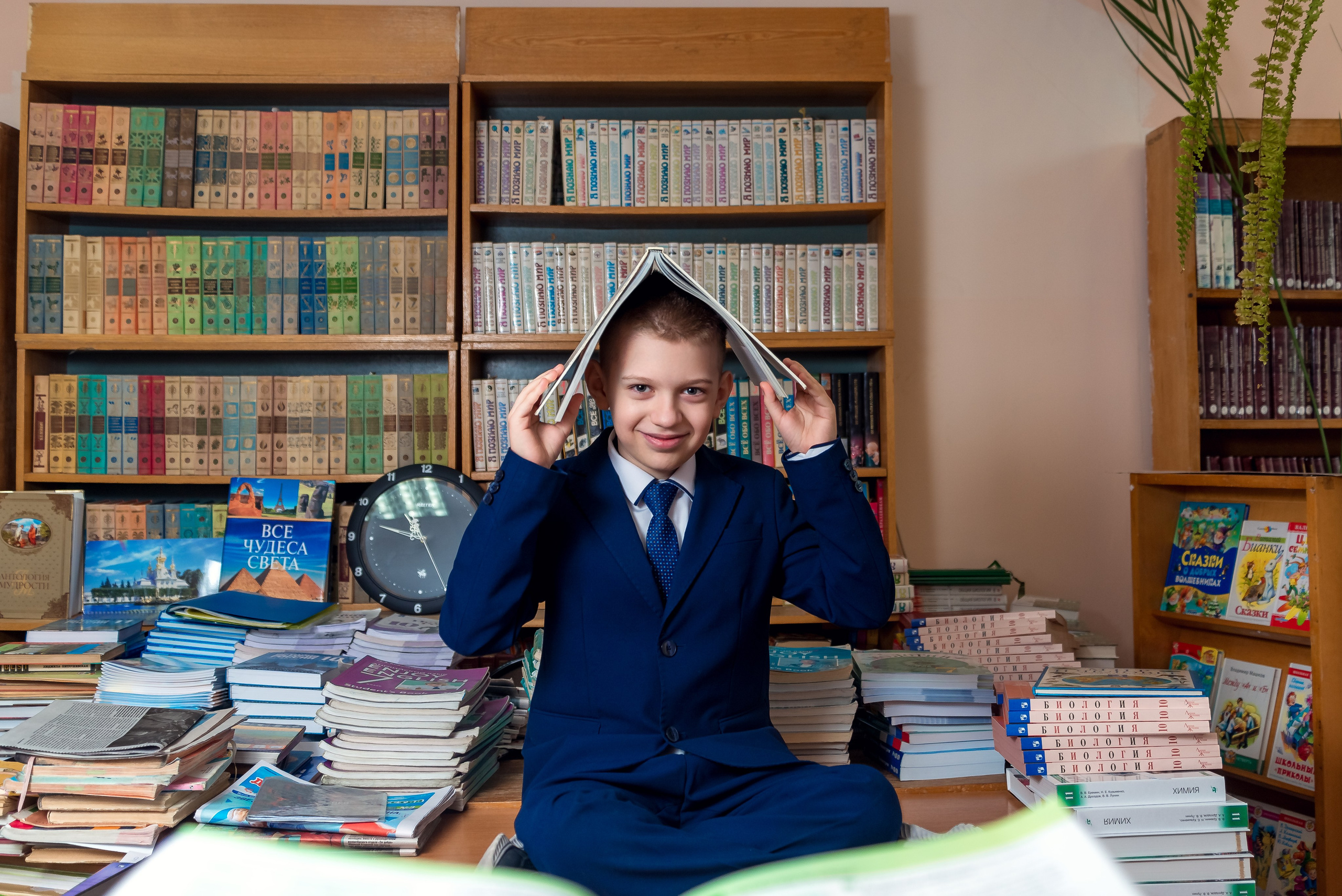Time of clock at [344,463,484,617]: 10:47
